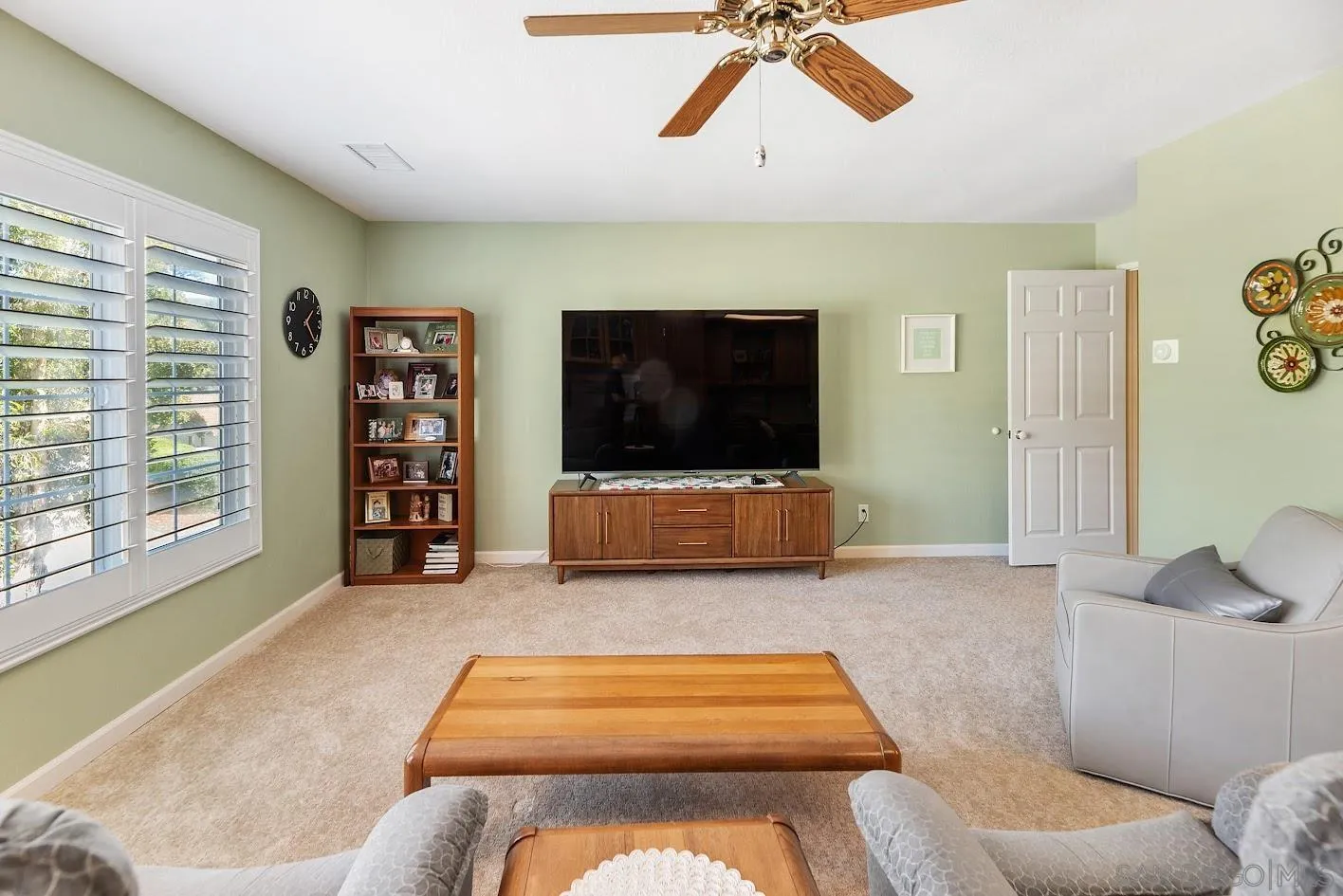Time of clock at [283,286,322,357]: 1:21
